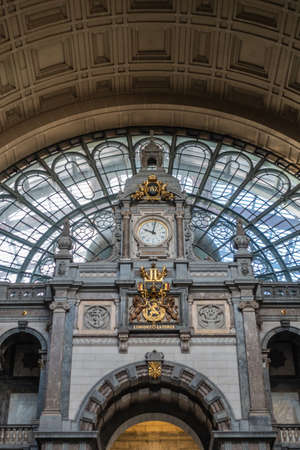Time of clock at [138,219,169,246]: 10:02
